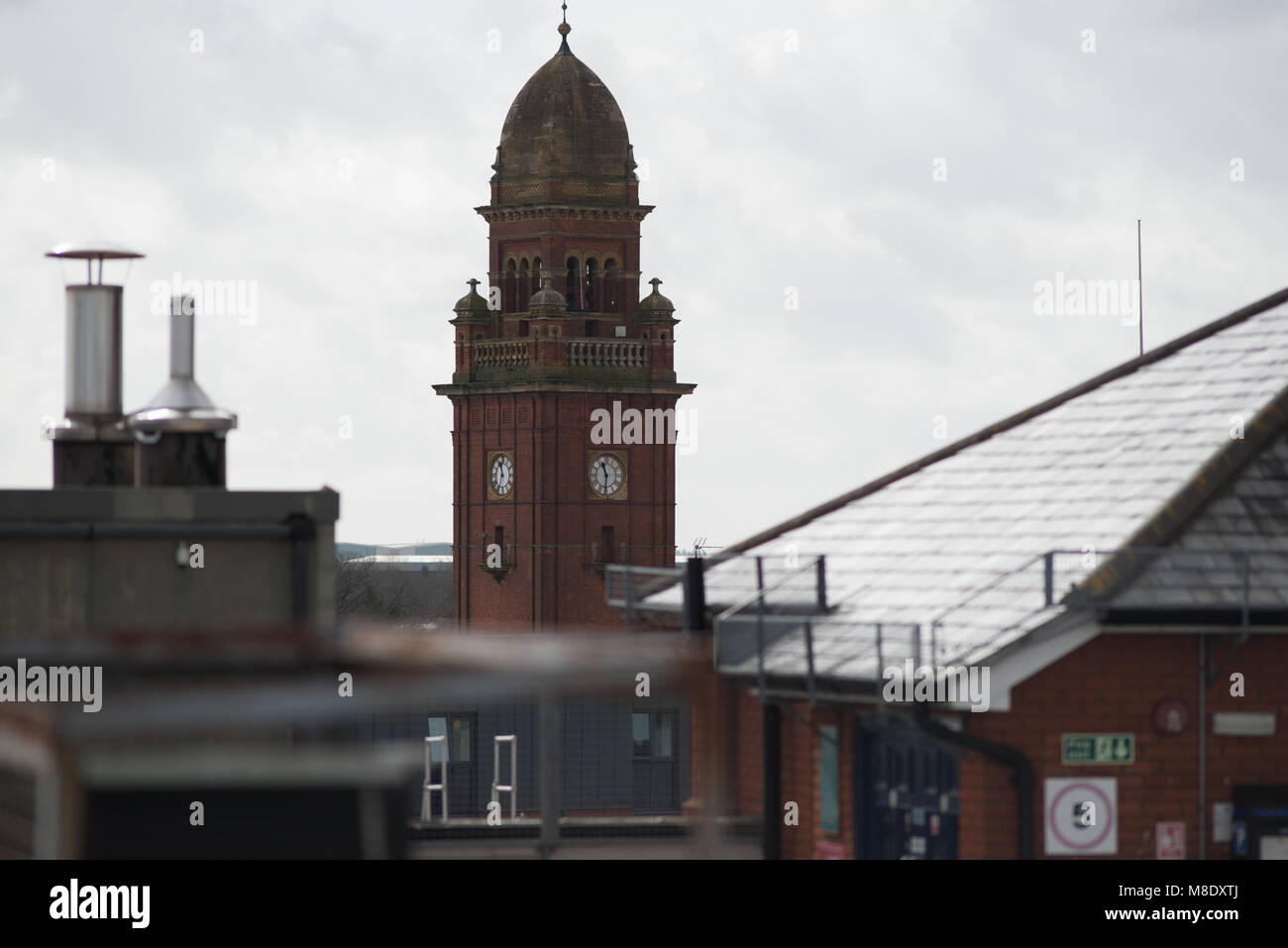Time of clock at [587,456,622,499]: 11:31
